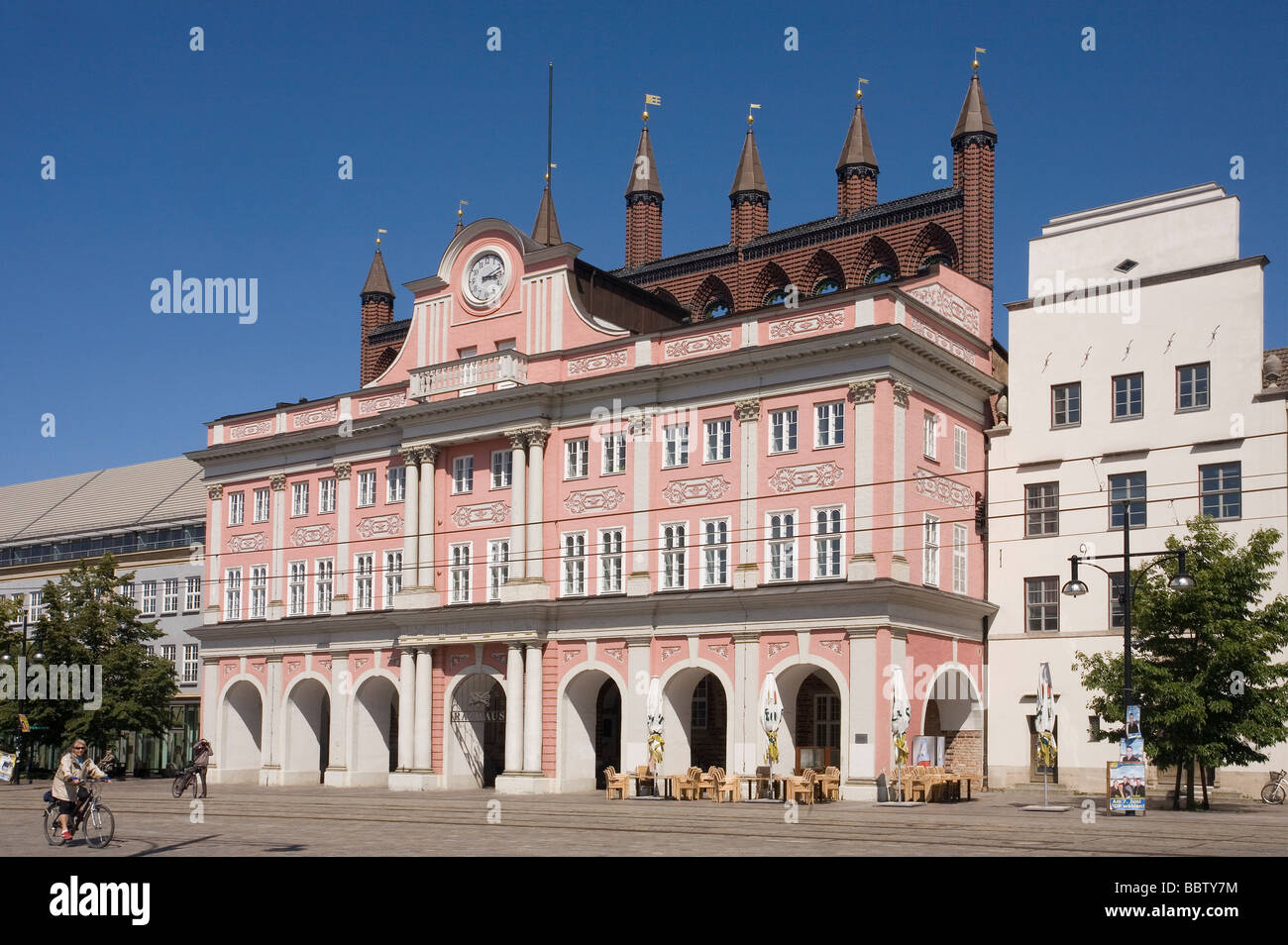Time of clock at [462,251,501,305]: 3:11
